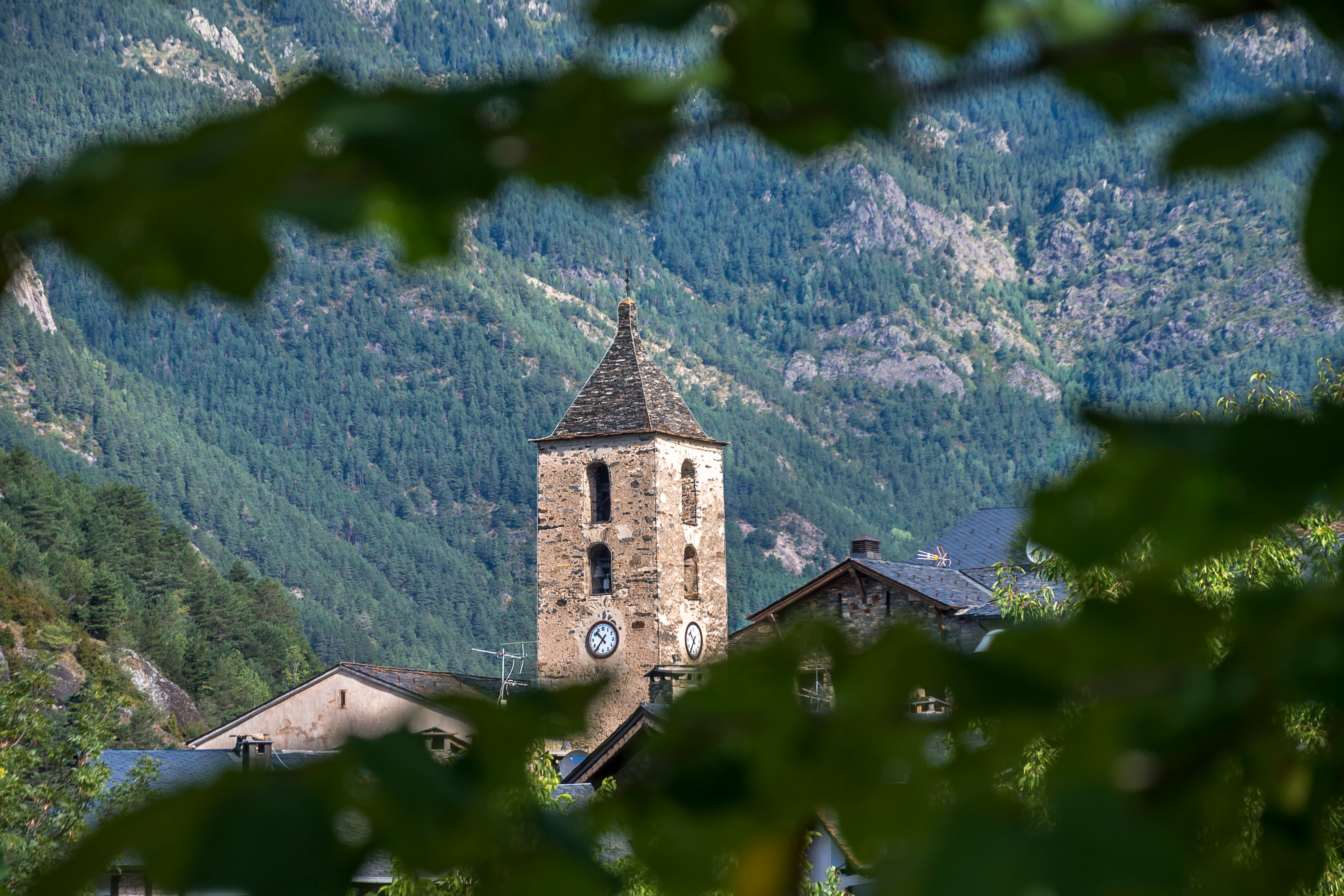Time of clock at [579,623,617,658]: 10:36
